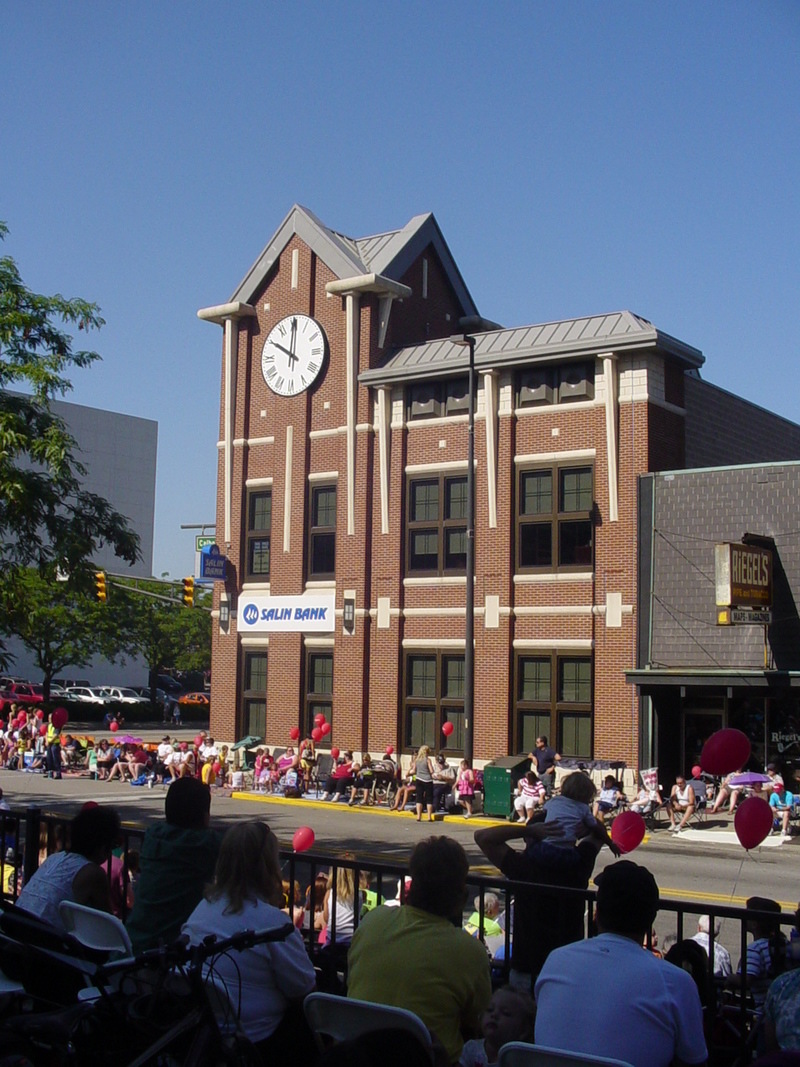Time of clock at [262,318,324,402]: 10:00
